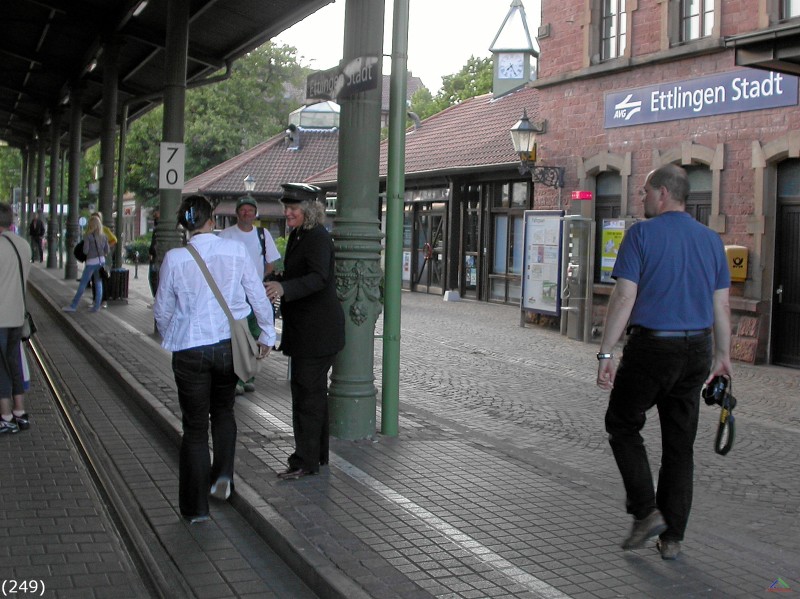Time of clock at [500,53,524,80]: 7:25
